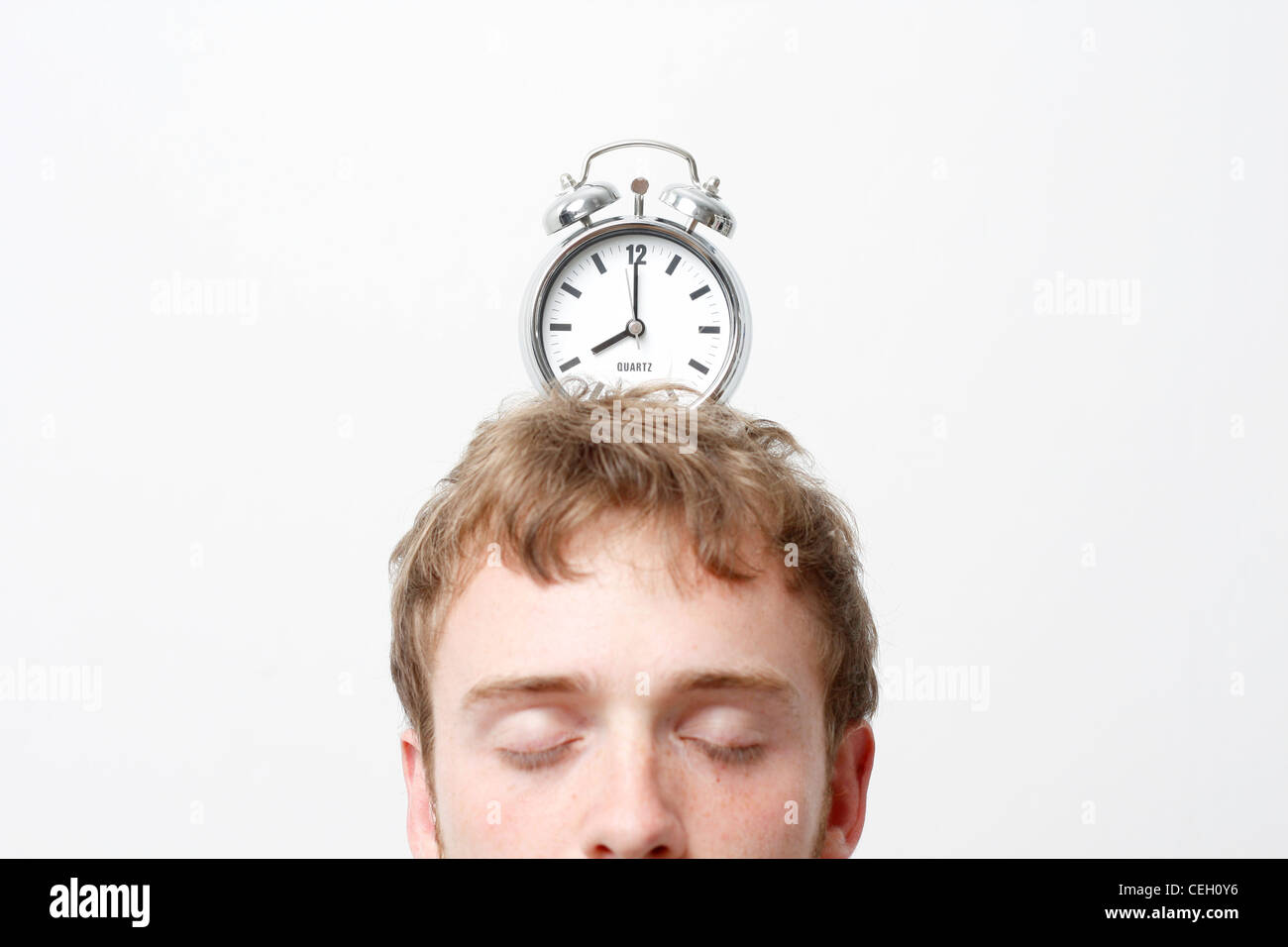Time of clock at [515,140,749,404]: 8:00
